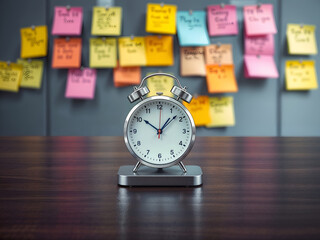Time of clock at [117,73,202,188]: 10:07
